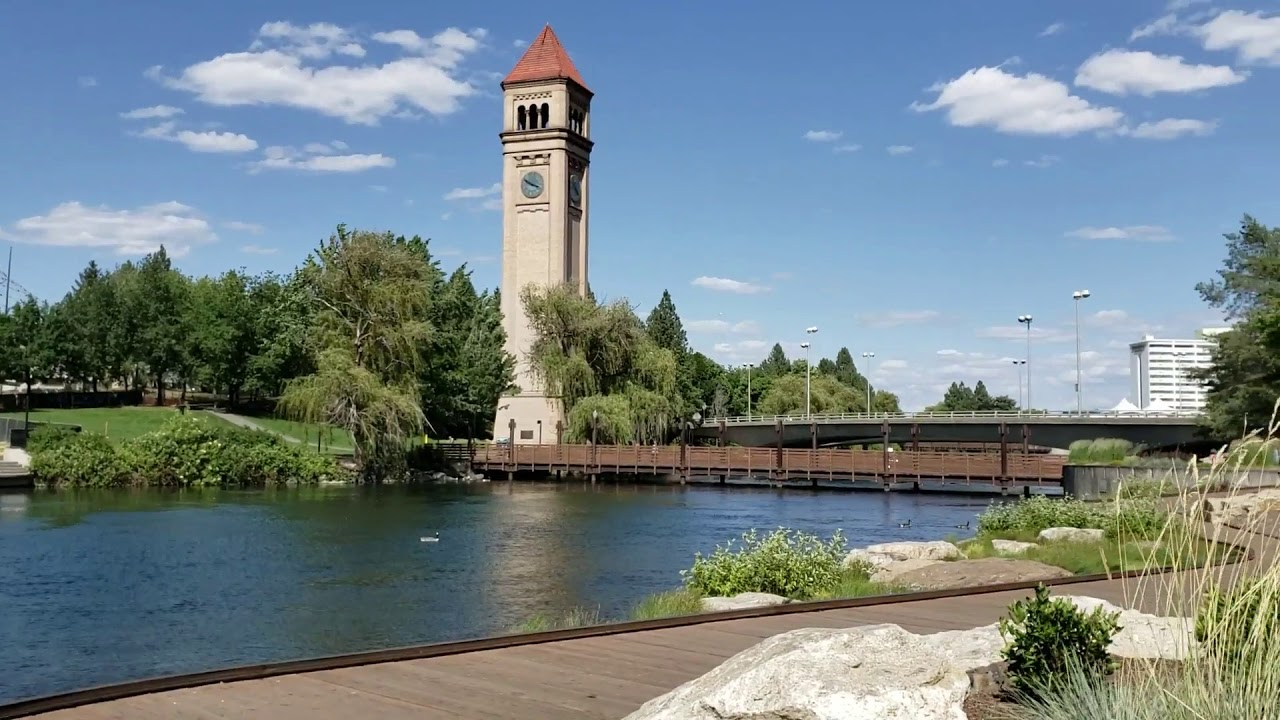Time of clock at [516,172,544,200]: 3:49
